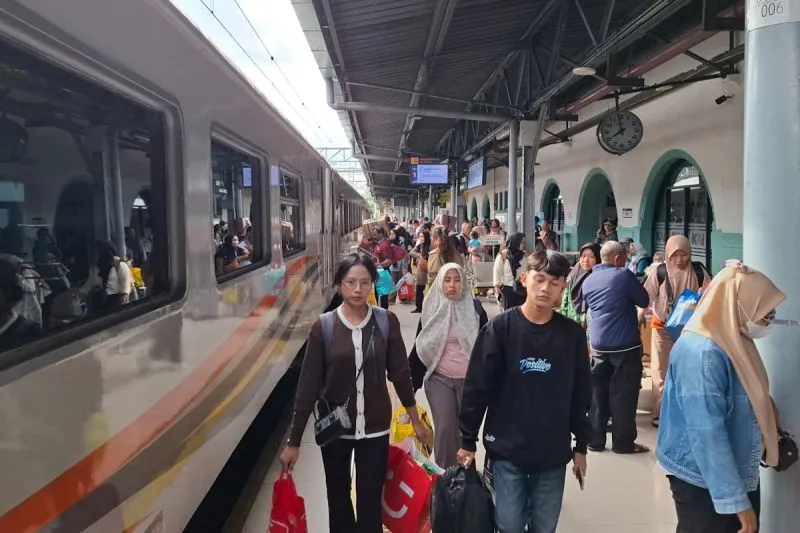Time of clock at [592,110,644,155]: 7:59
